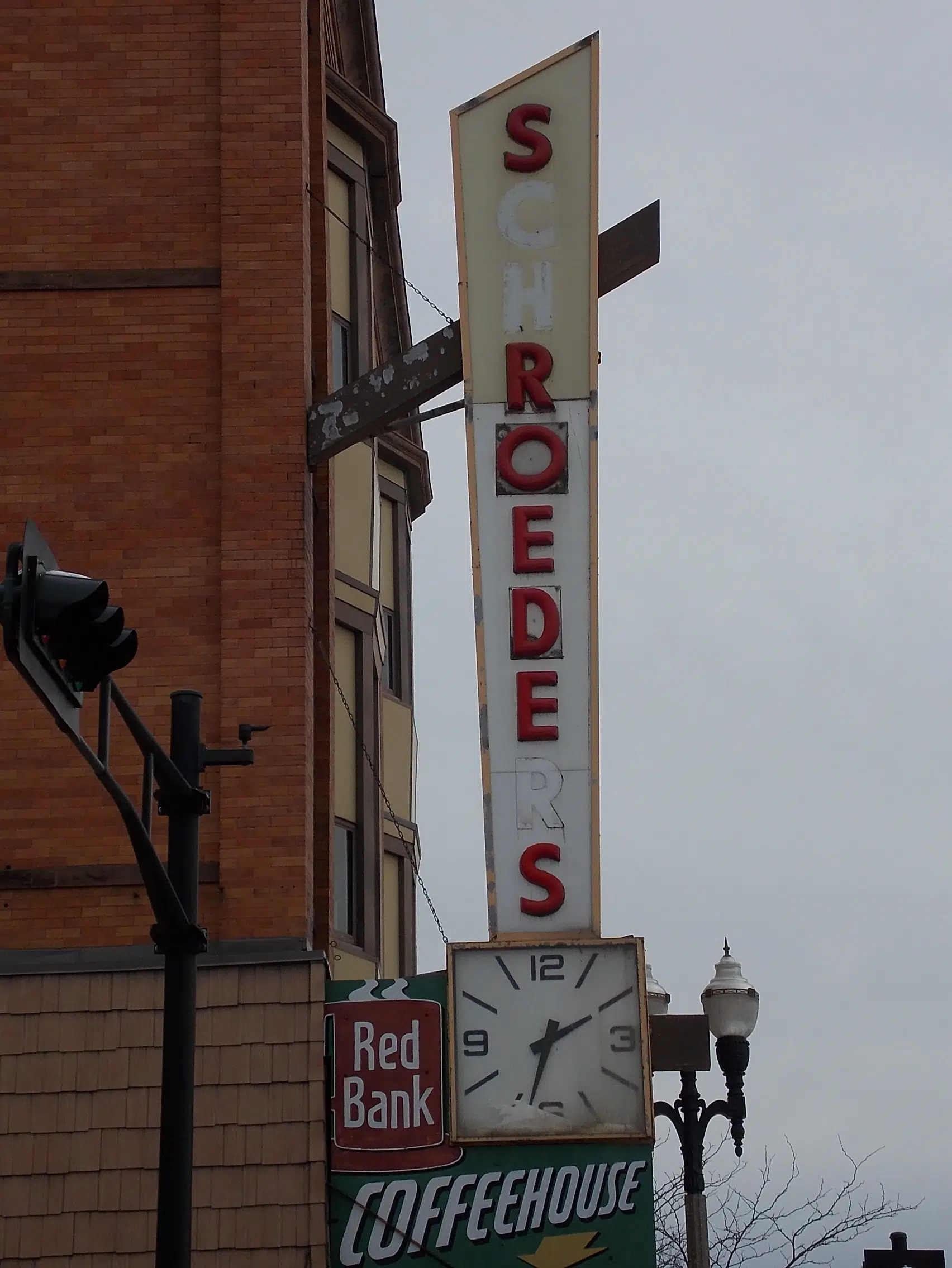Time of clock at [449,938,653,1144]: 2:33
